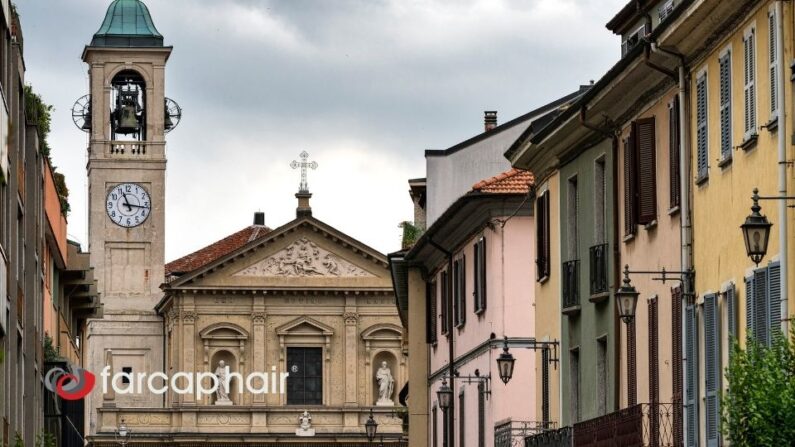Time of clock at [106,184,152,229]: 11:16
